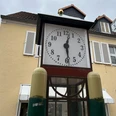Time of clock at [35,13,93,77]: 12:28
